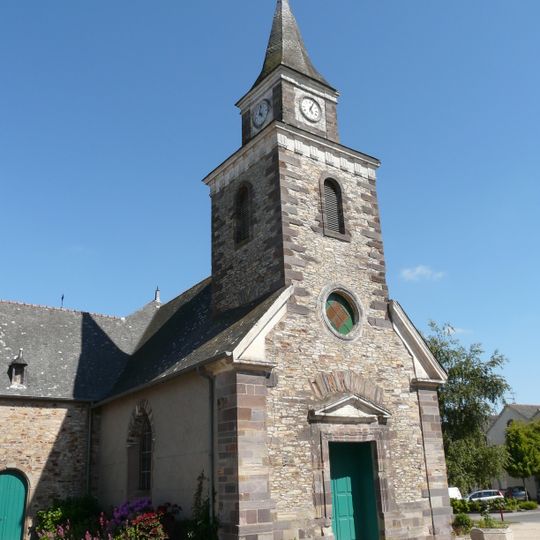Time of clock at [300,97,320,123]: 5:04
